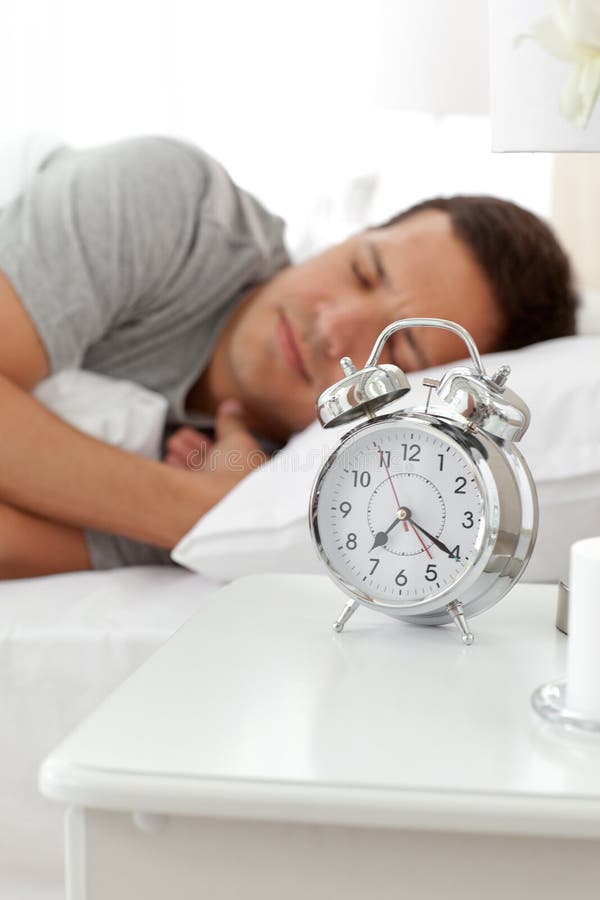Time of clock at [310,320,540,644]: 7:20
